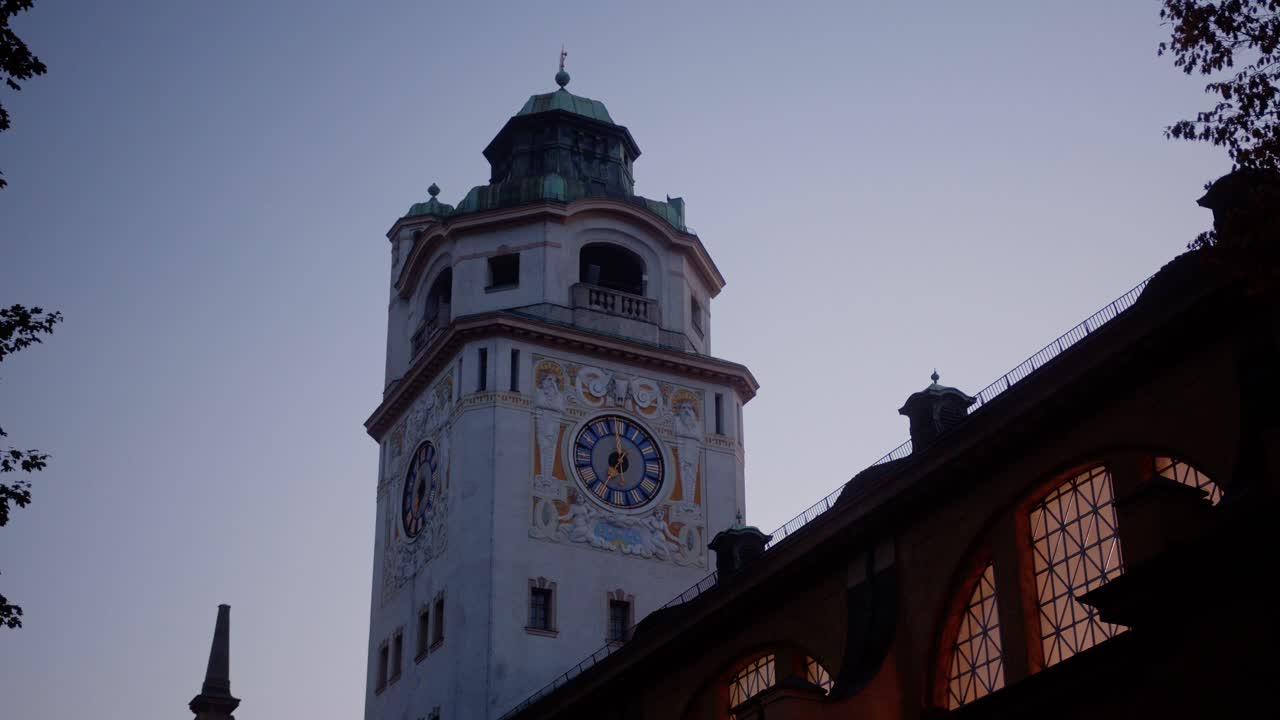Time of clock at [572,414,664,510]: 6:59
